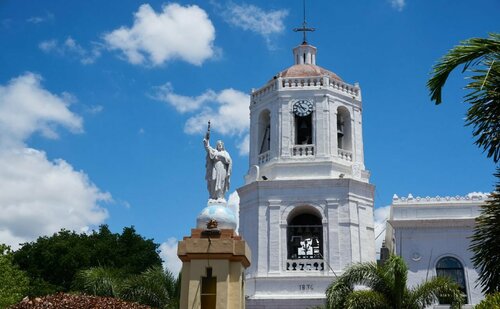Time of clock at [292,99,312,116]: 10:48
